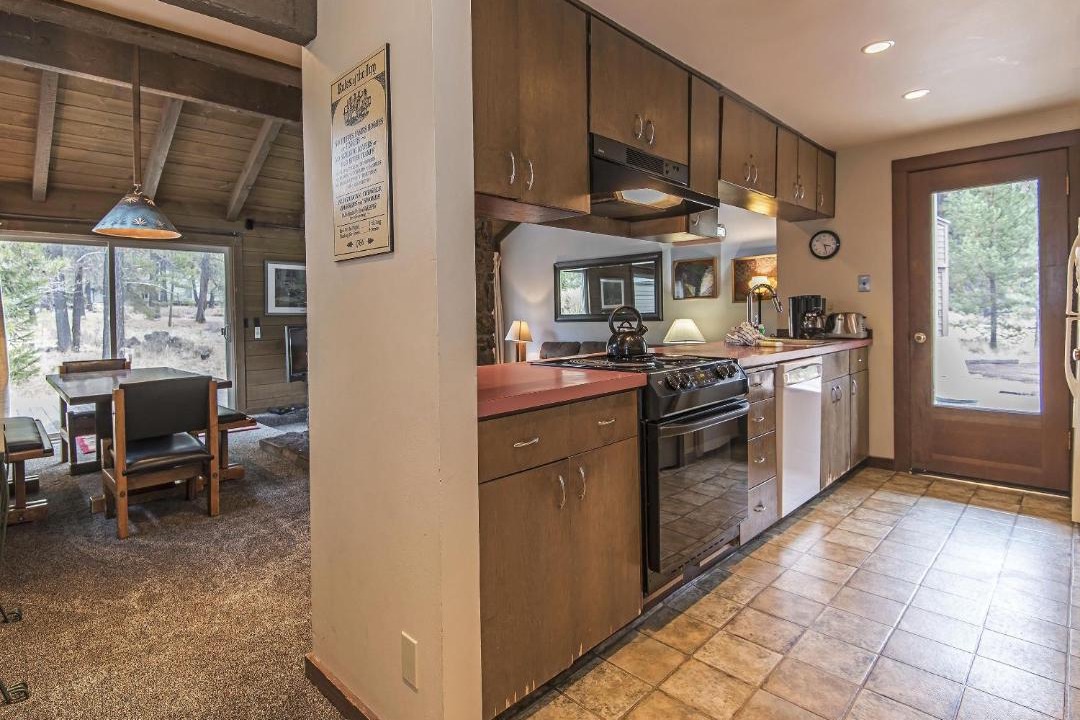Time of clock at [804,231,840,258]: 3:27
